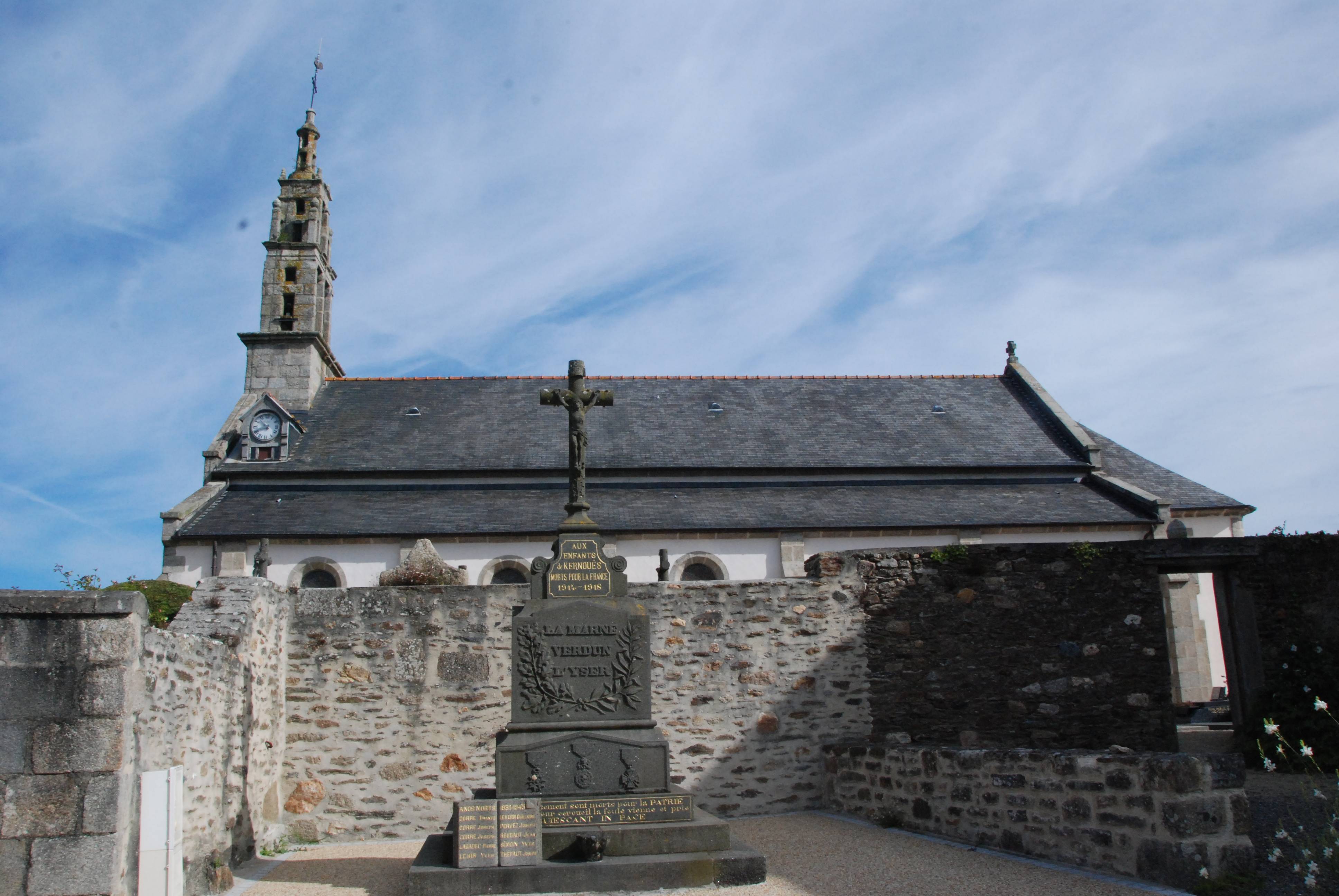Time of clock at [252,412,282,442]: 10:41
